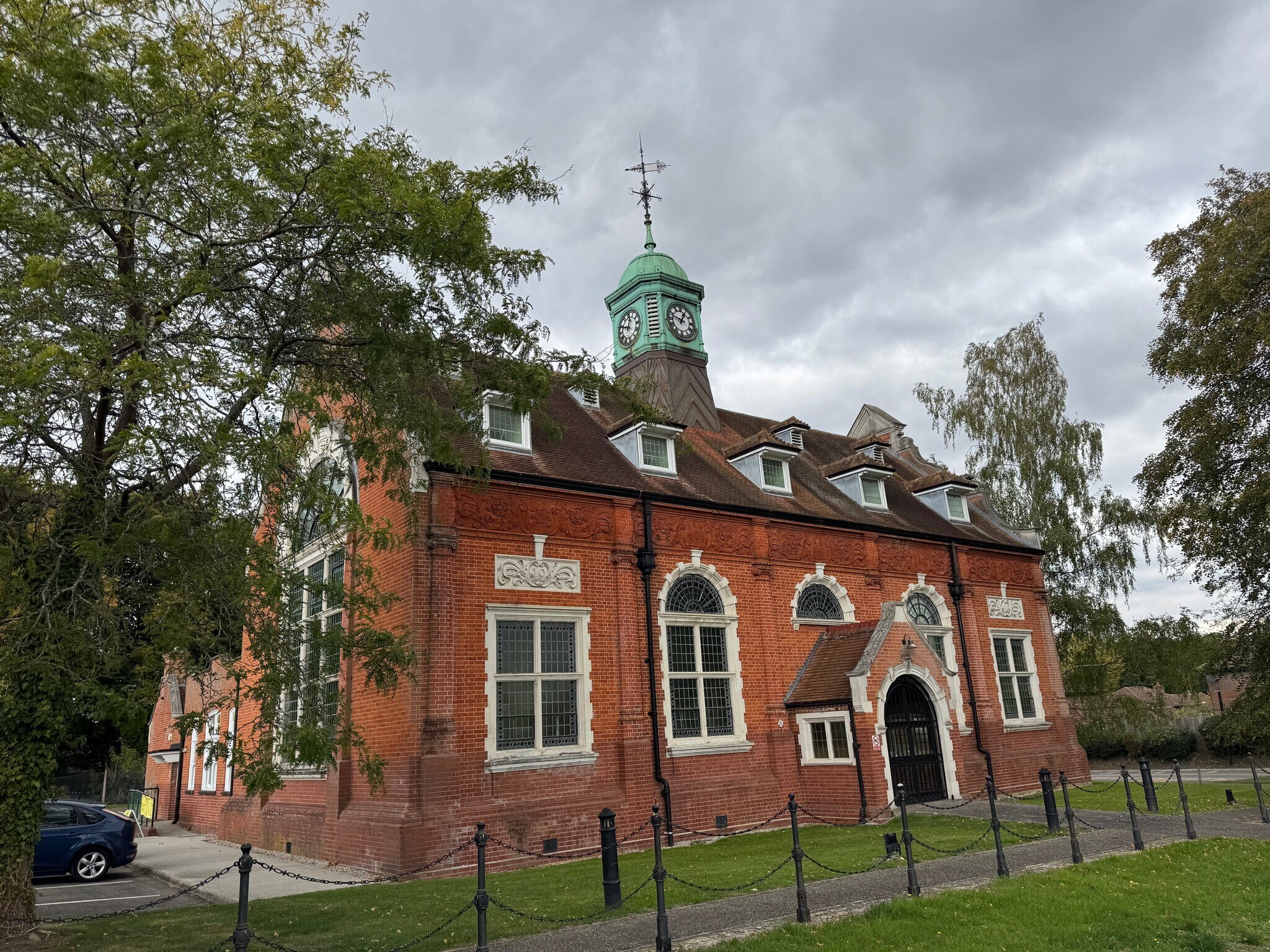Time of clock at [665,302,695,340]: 12:47
